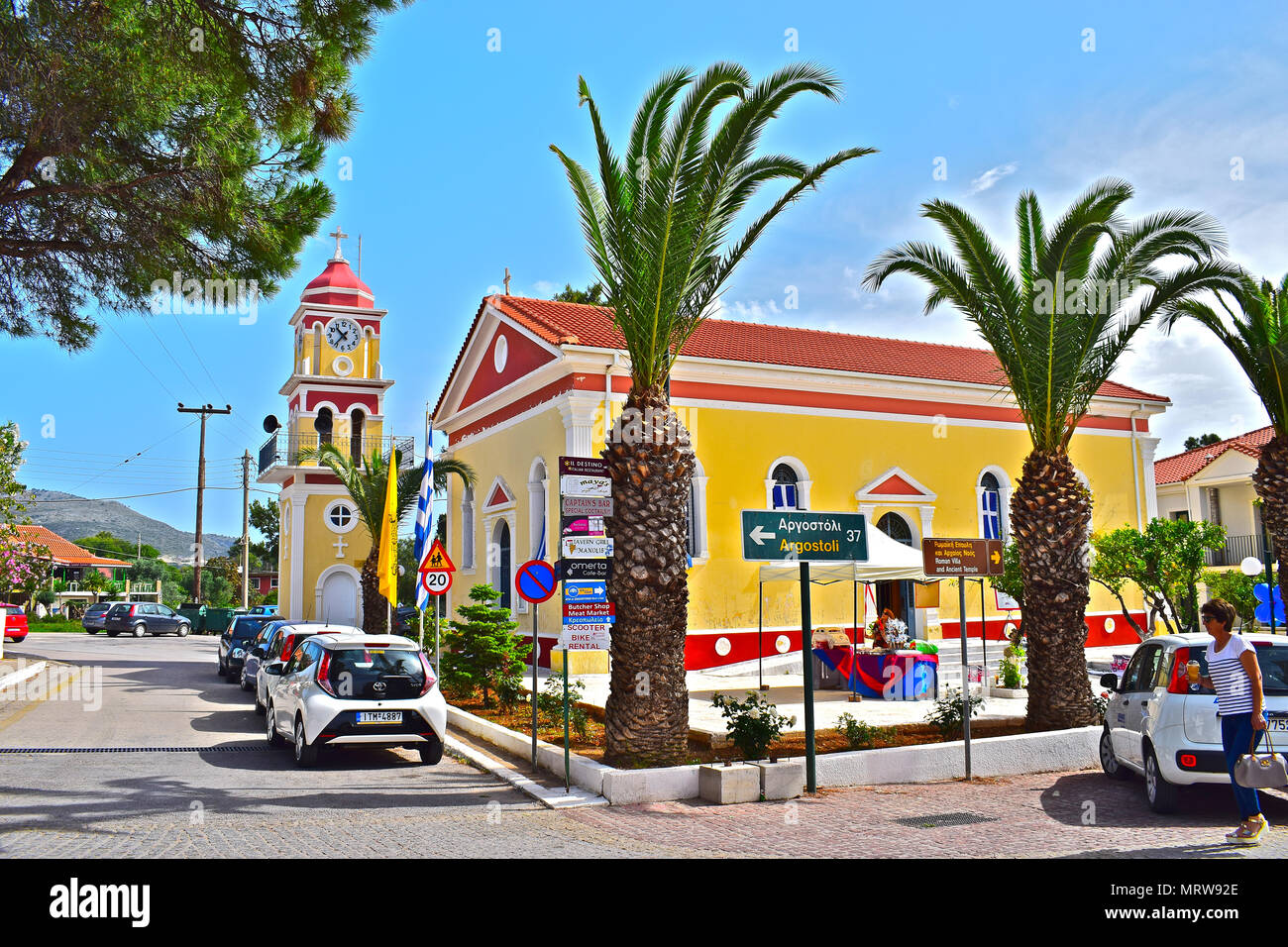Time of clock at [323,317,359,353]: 10:36
